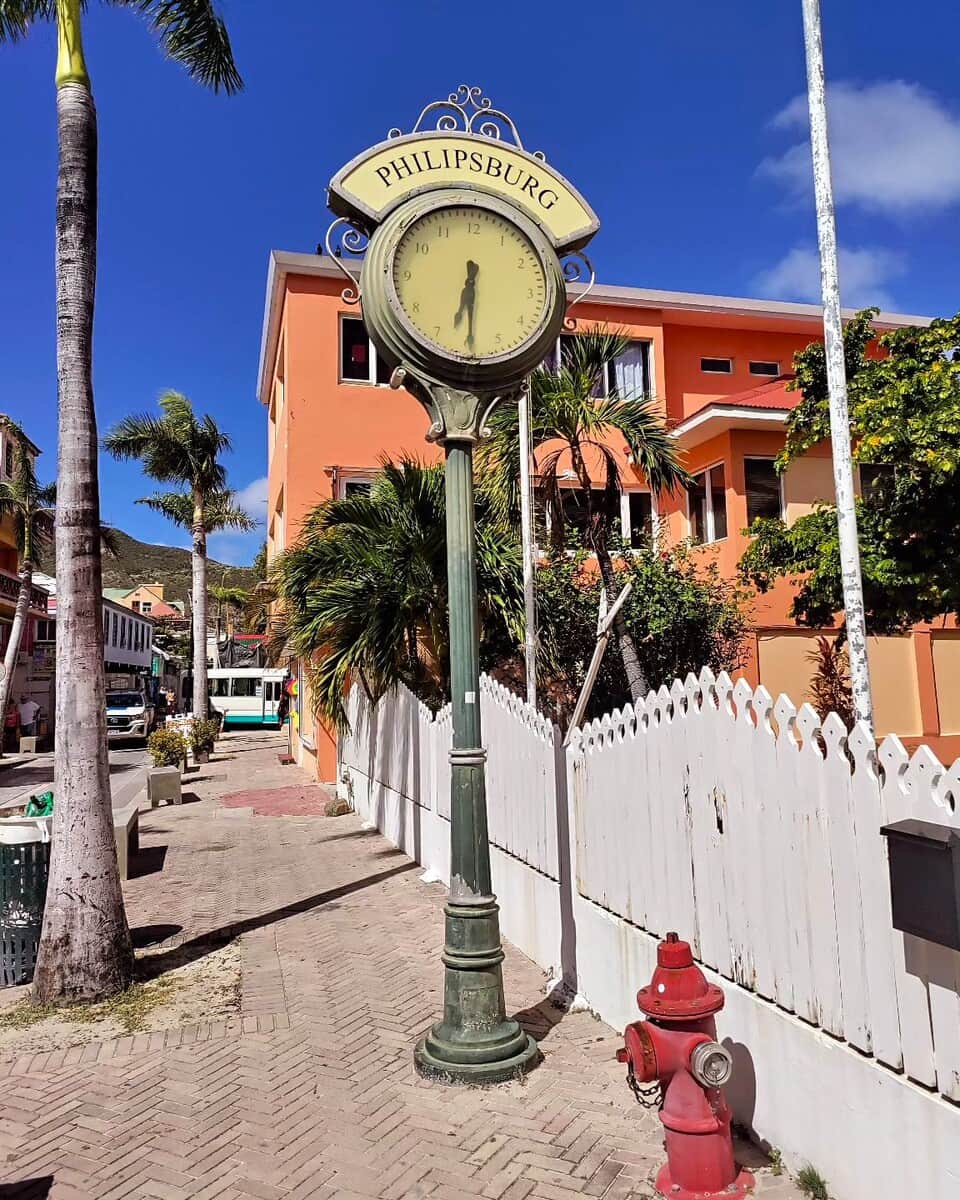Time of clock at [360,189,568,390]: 6:29
